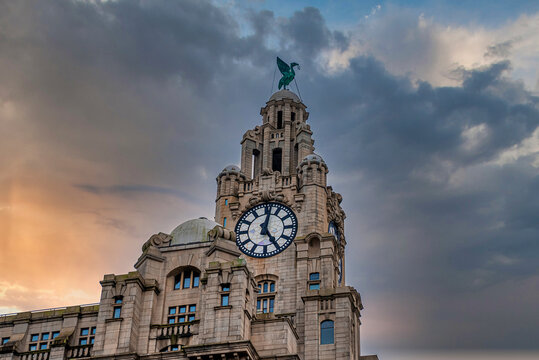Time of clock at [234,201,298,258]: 5:02
